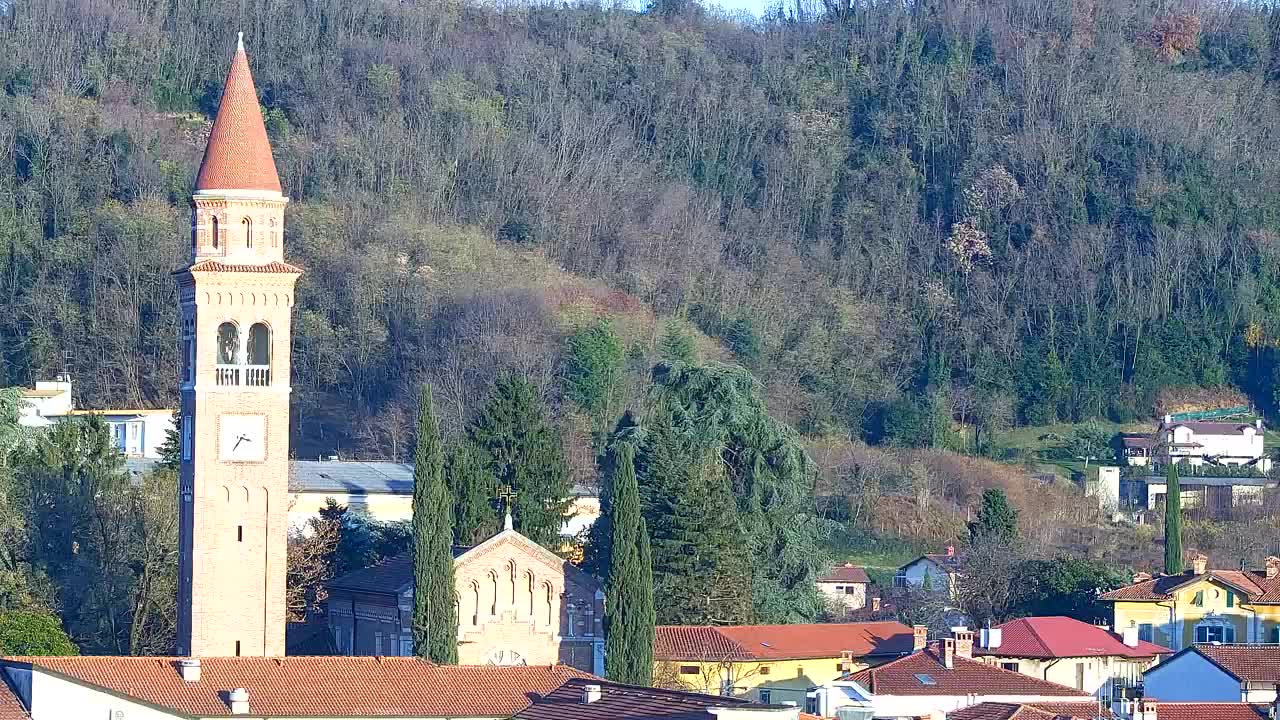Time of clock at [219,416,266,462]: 3:36
